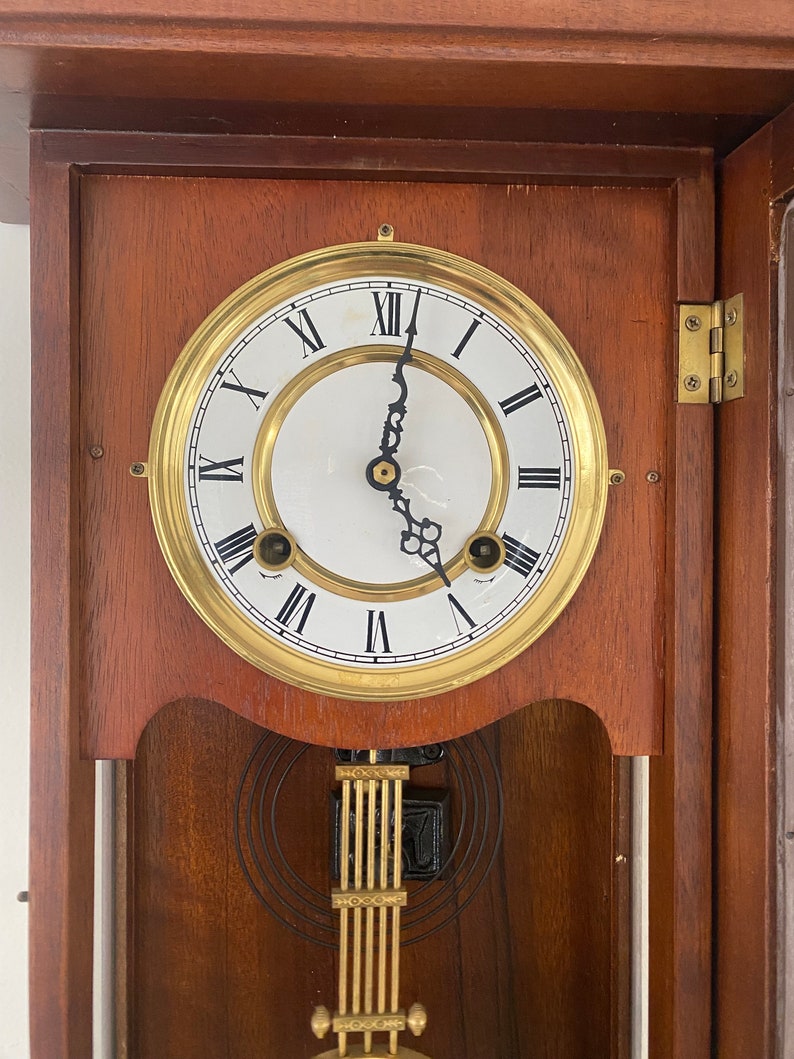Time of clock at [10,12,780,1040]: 5:01
